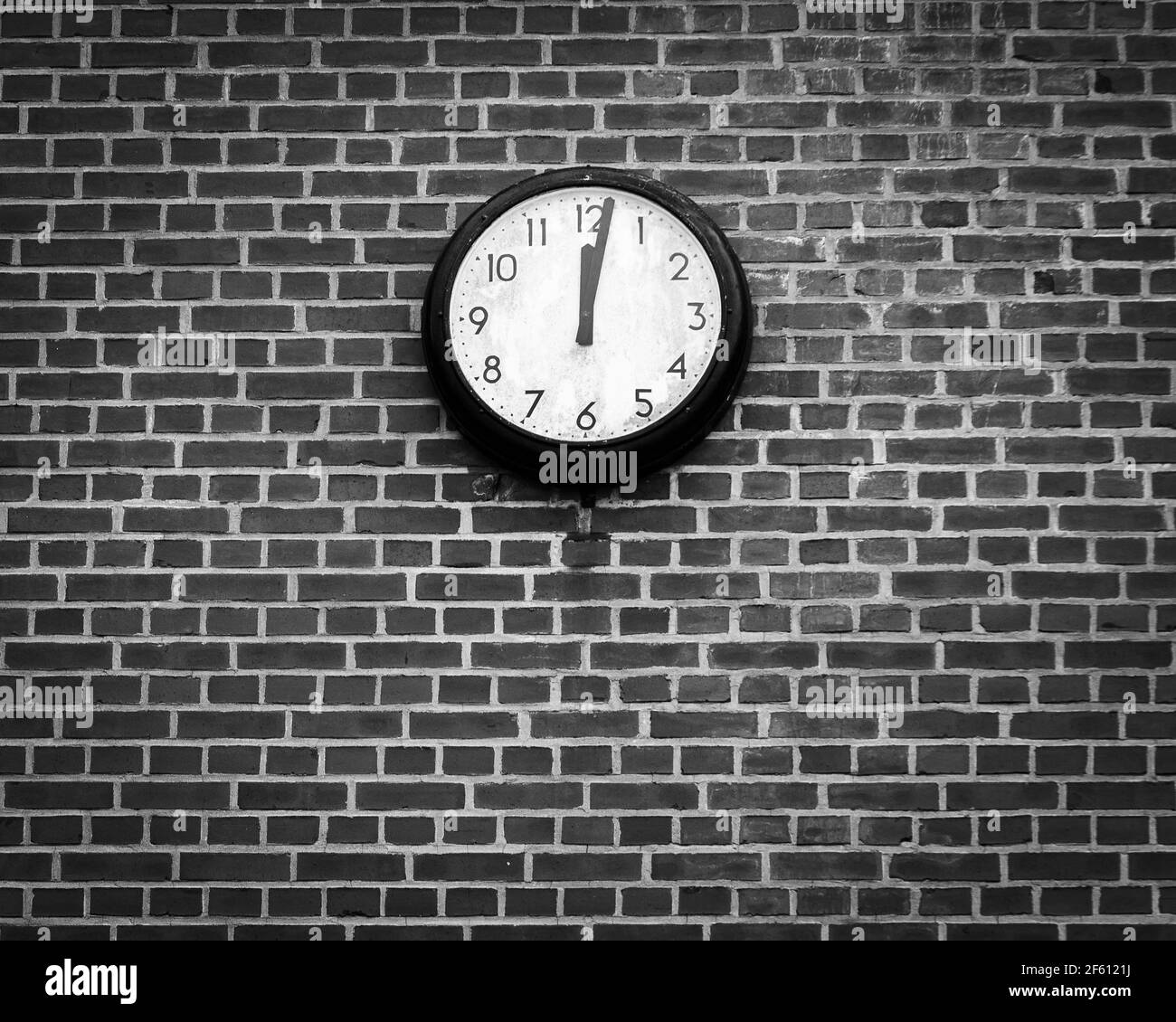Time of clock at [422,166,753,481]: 12:01
